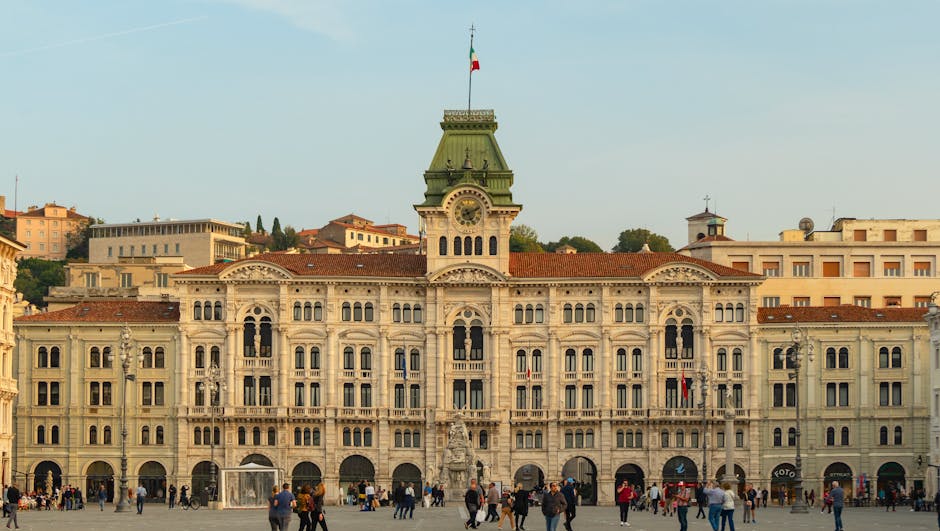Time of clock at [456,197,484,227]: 5:11
